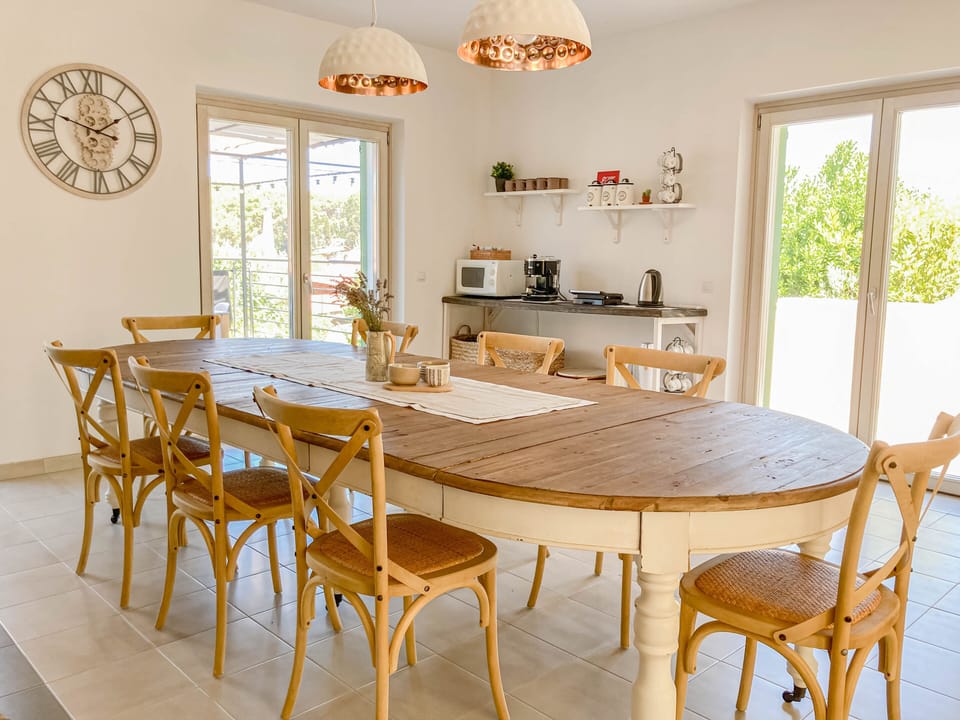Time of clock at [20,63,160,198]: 1:47
